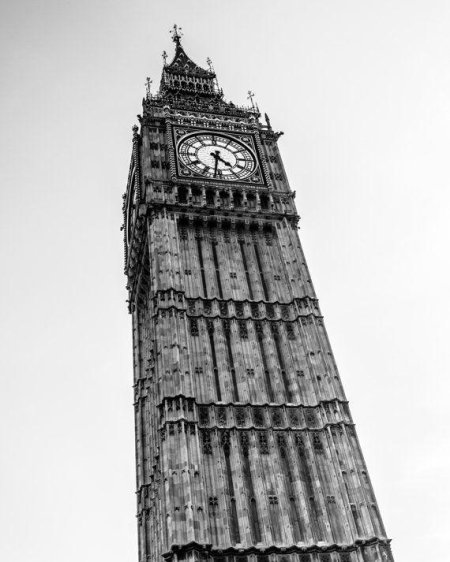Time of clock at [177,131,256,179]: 4:31
